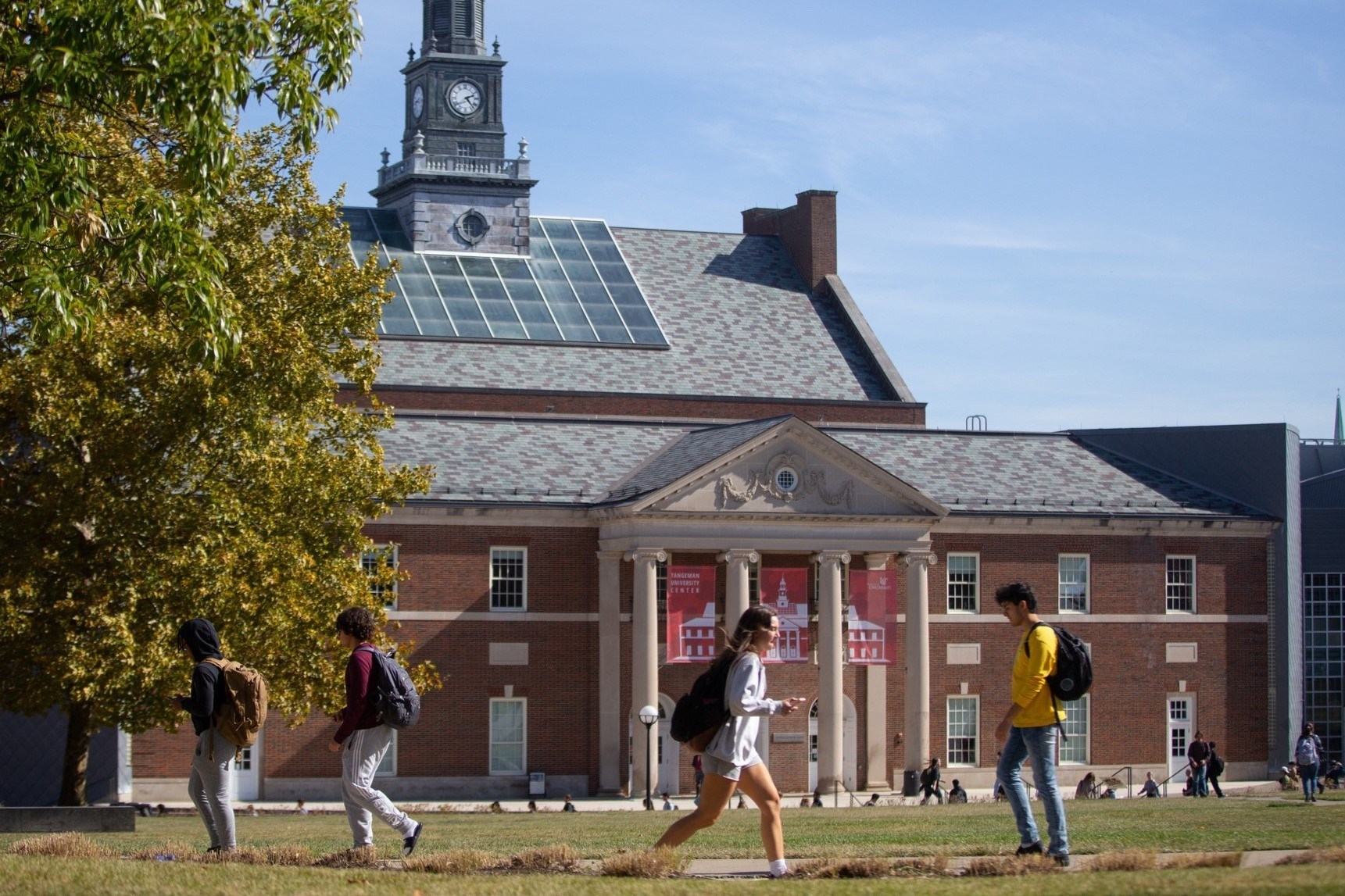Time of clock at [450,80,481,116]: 2:23
